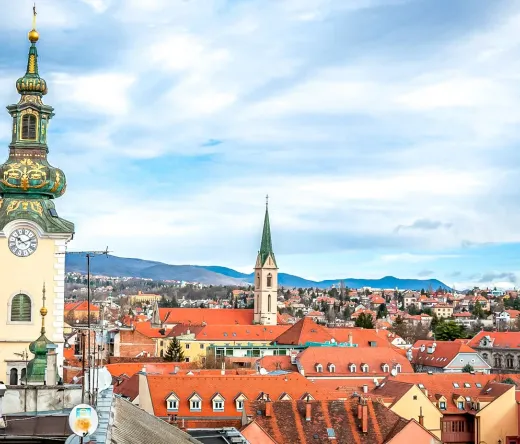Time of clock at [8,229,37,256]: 10:11
